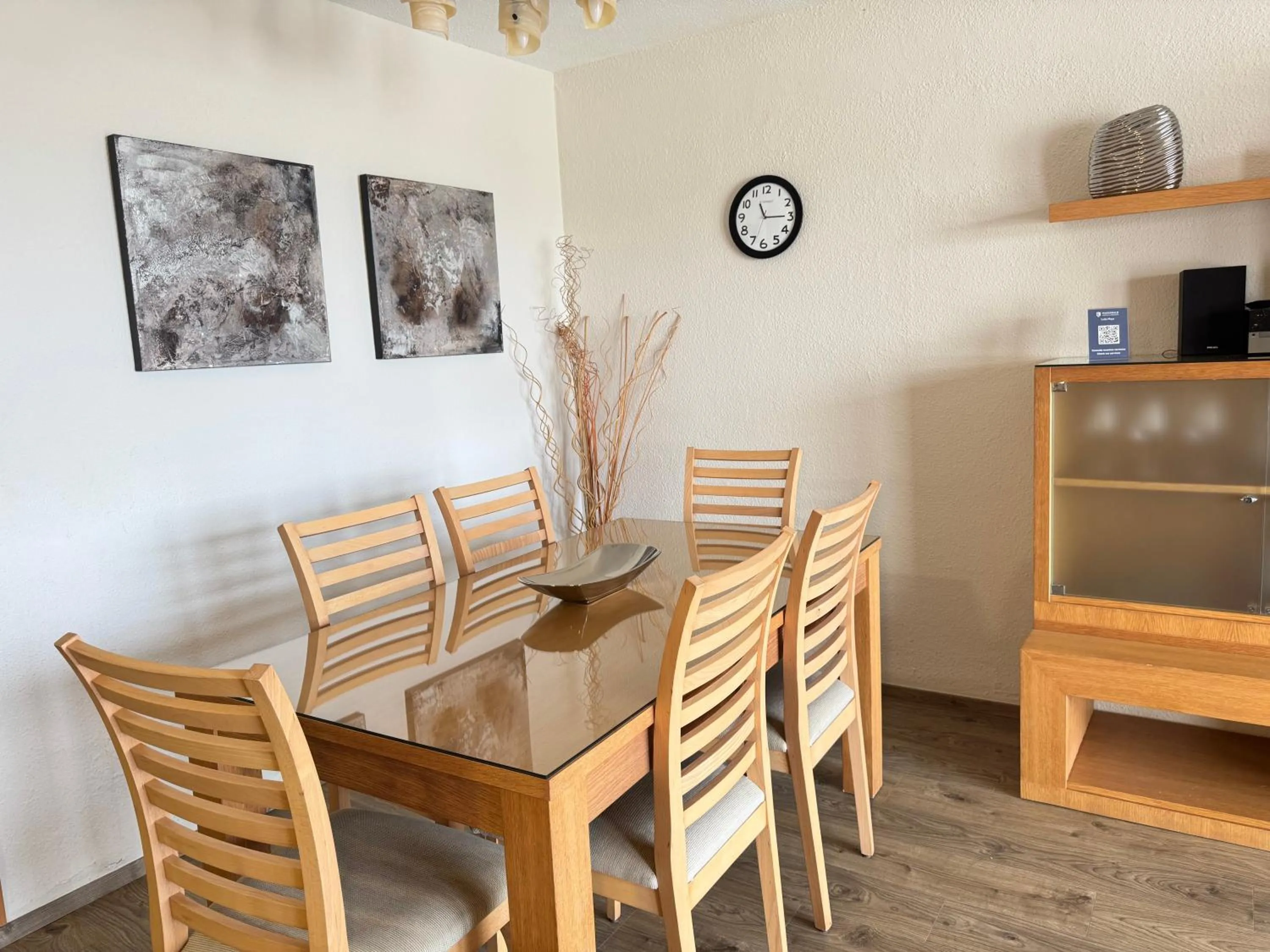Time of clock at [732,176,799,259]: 11:14
